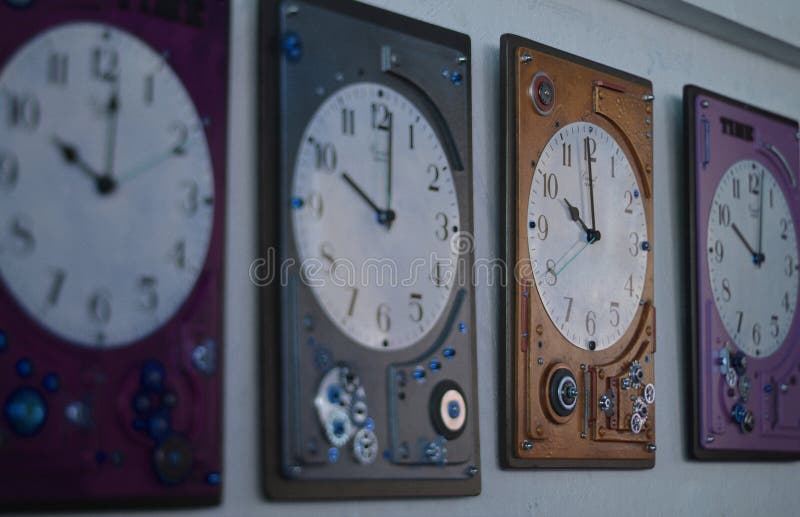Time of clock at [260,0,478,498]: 10:00
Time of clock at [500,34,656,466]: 10:00
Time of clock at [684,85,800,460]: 9:59
